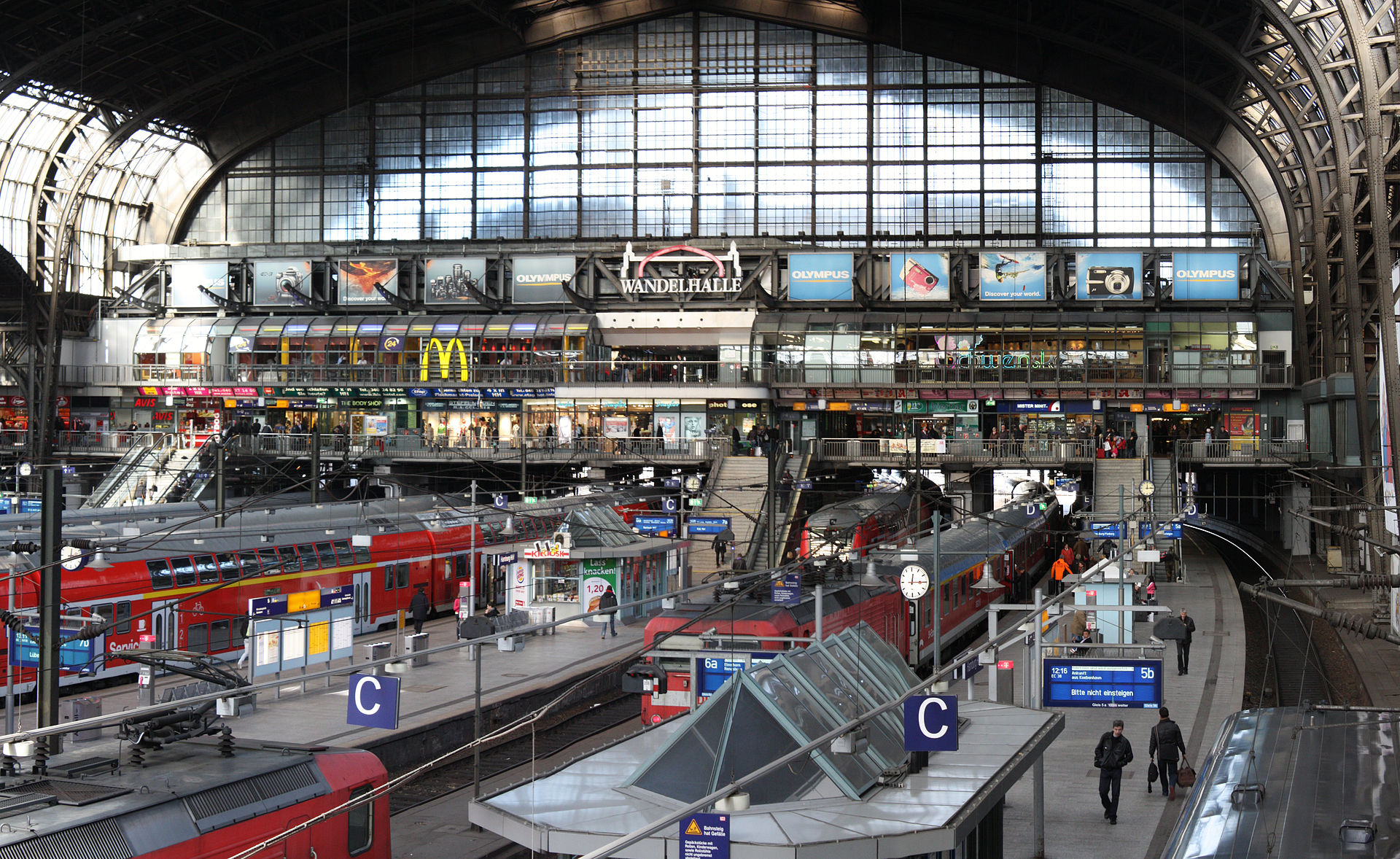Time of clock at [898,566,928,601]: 12:14
